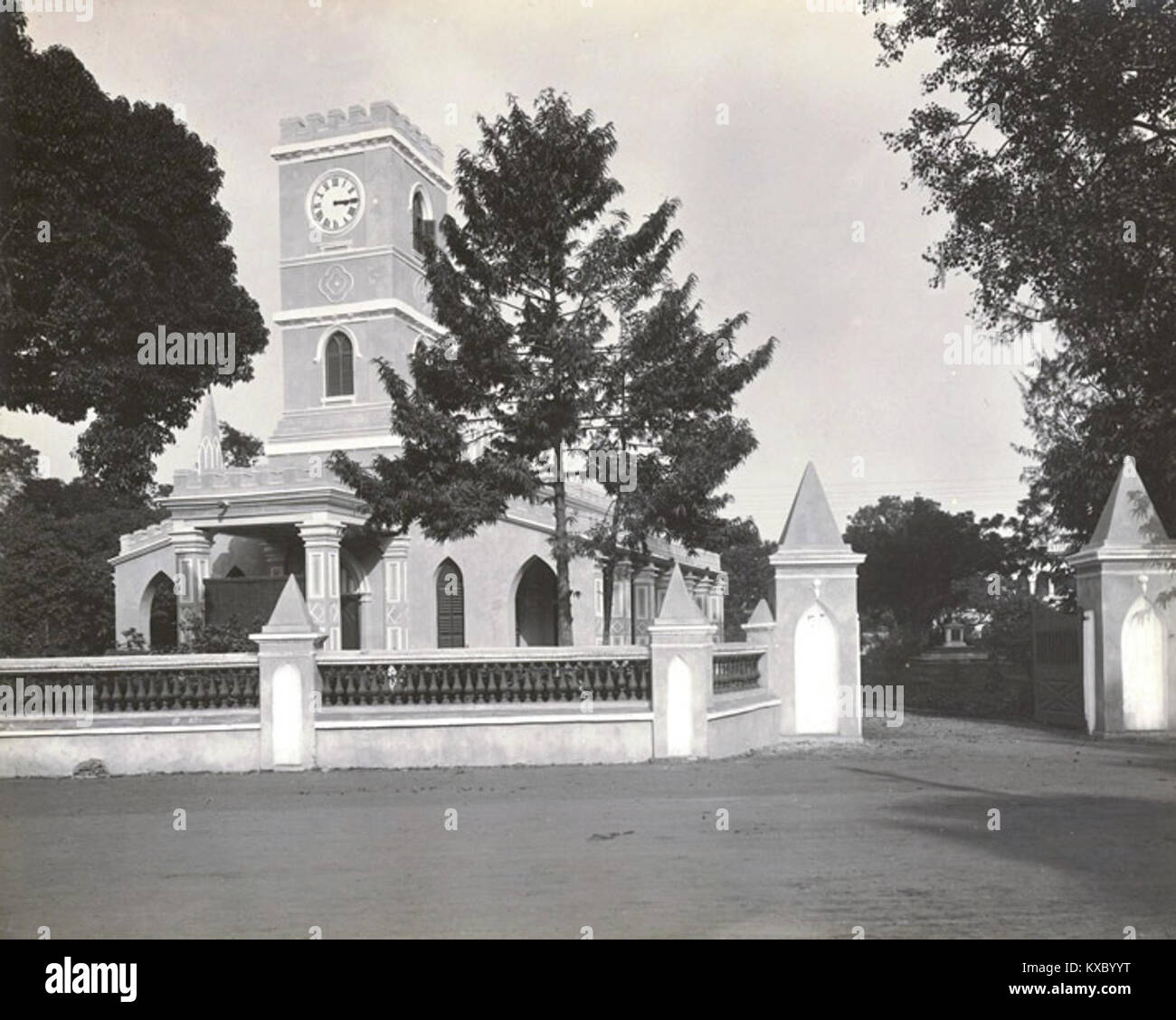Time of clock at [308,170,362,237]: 3:14
